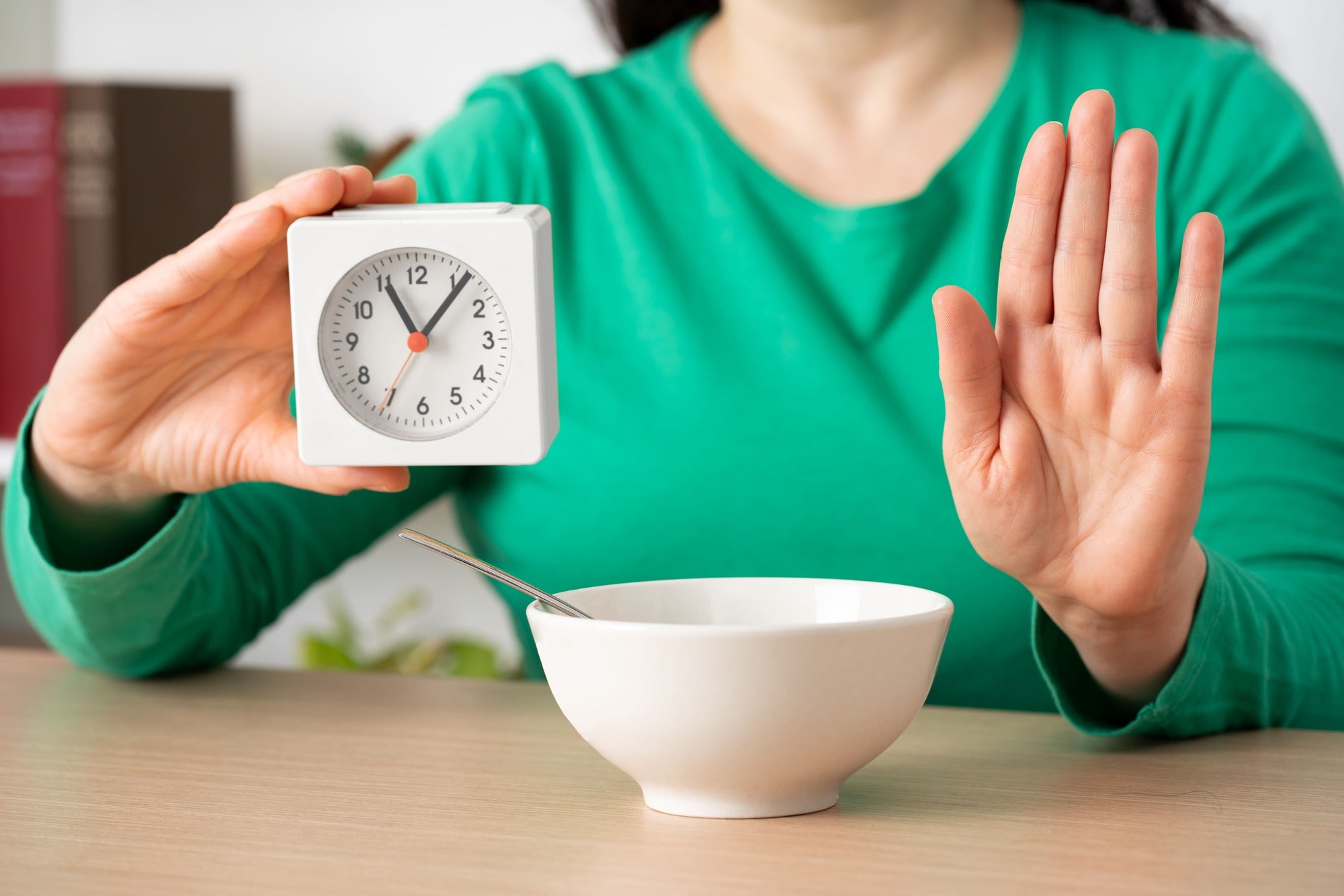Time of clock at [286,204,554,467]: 11:06
